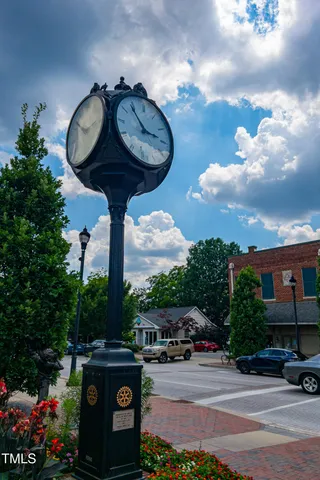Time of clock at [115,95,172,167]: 2:53
